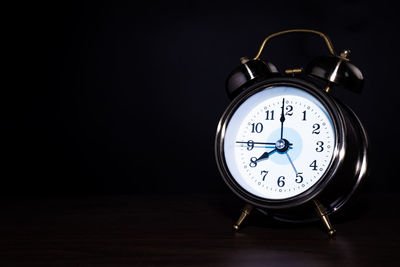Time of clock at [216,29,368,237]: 7:59
